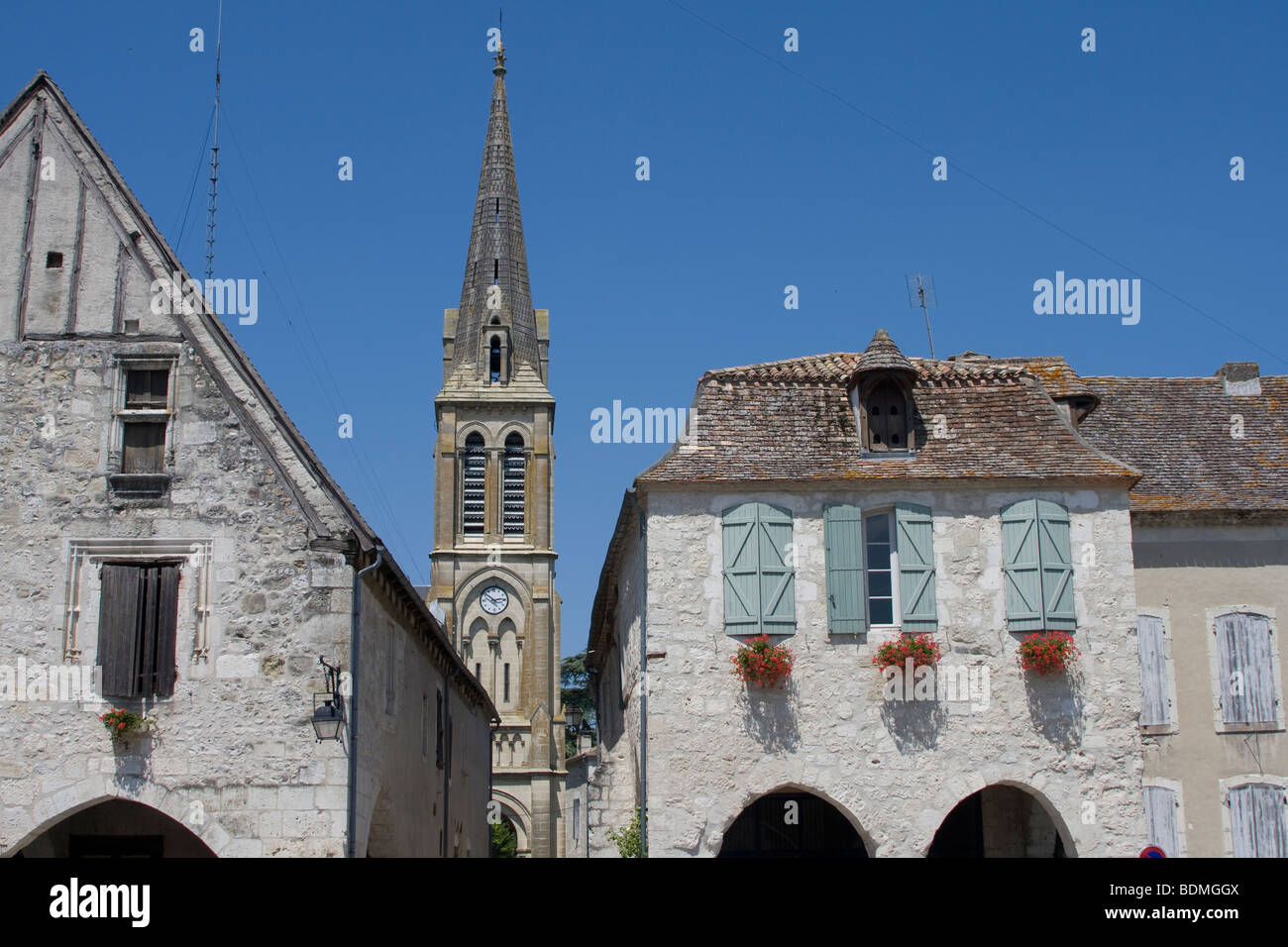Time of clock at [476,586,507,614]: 2:52
